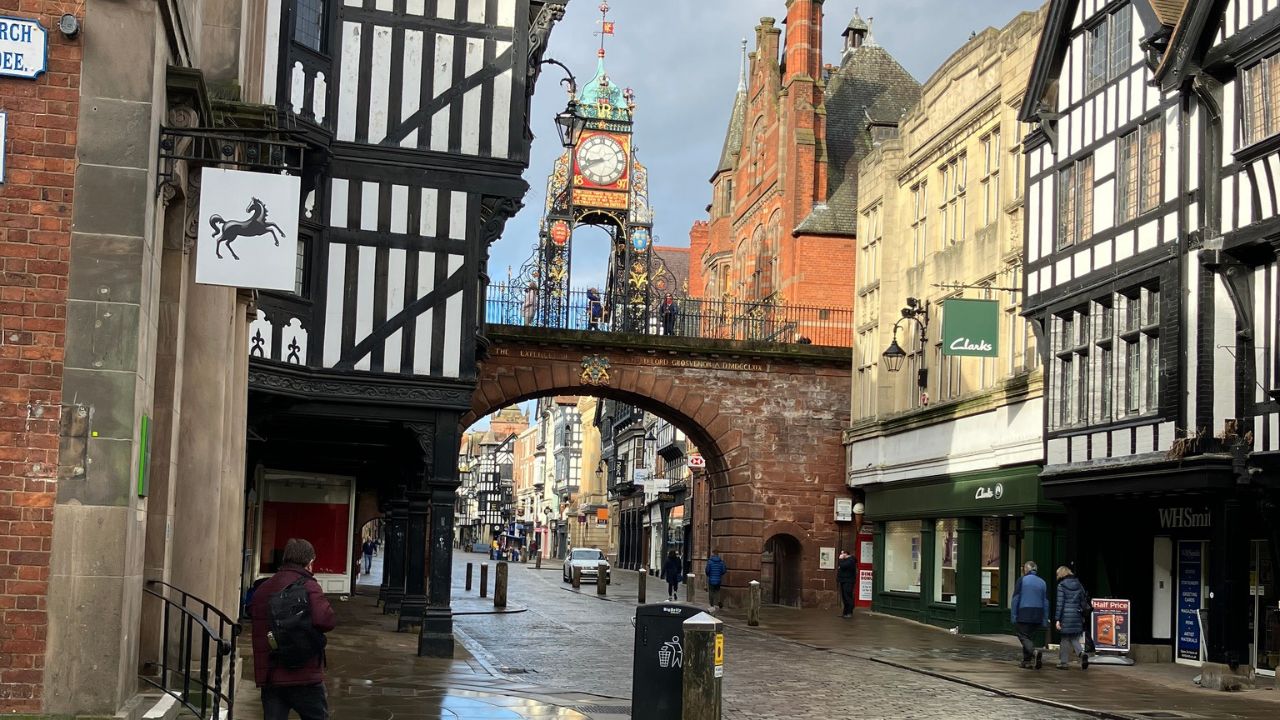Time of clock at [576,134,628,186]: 8:40
